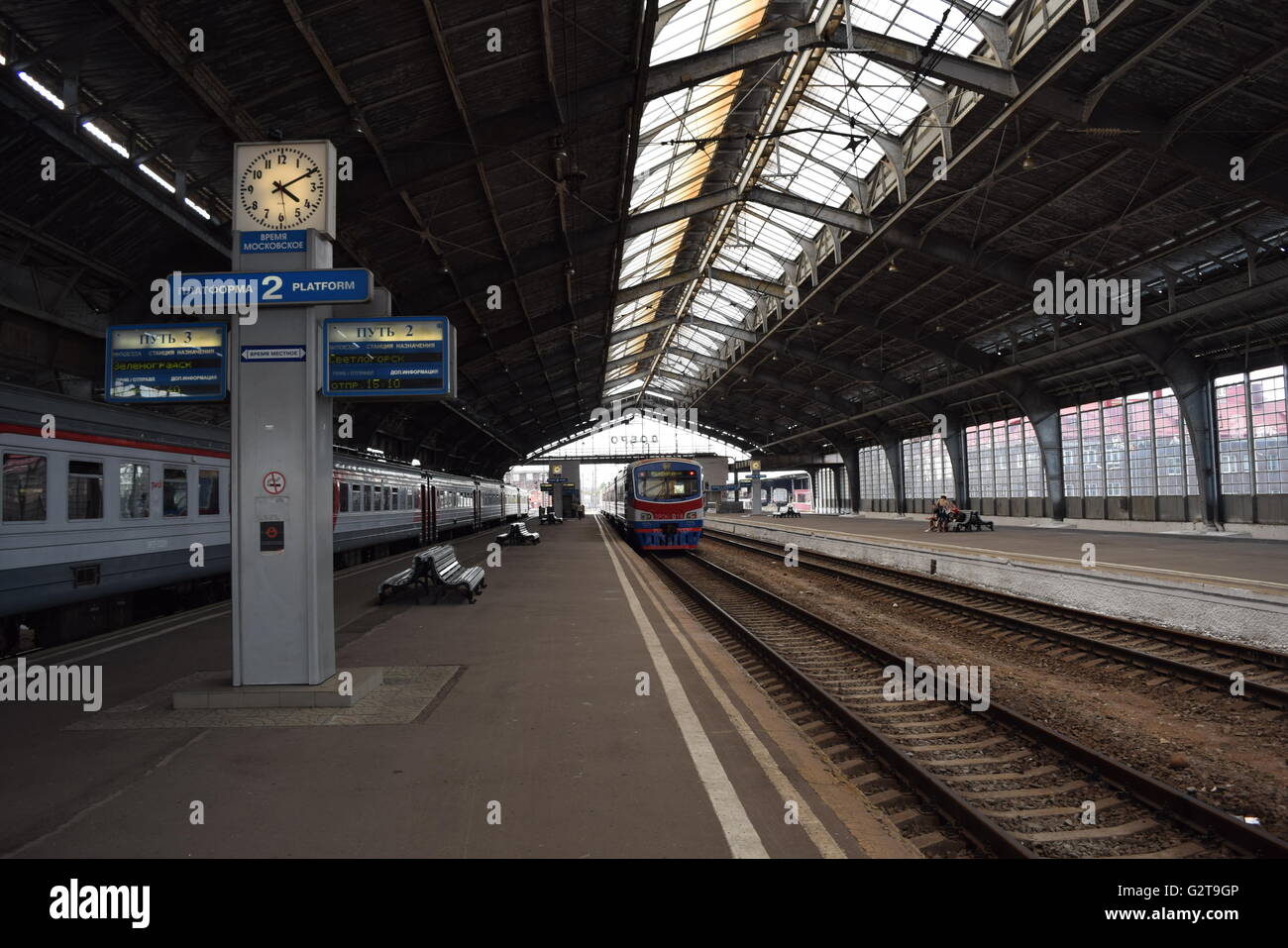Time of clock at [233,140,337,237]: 4:10
